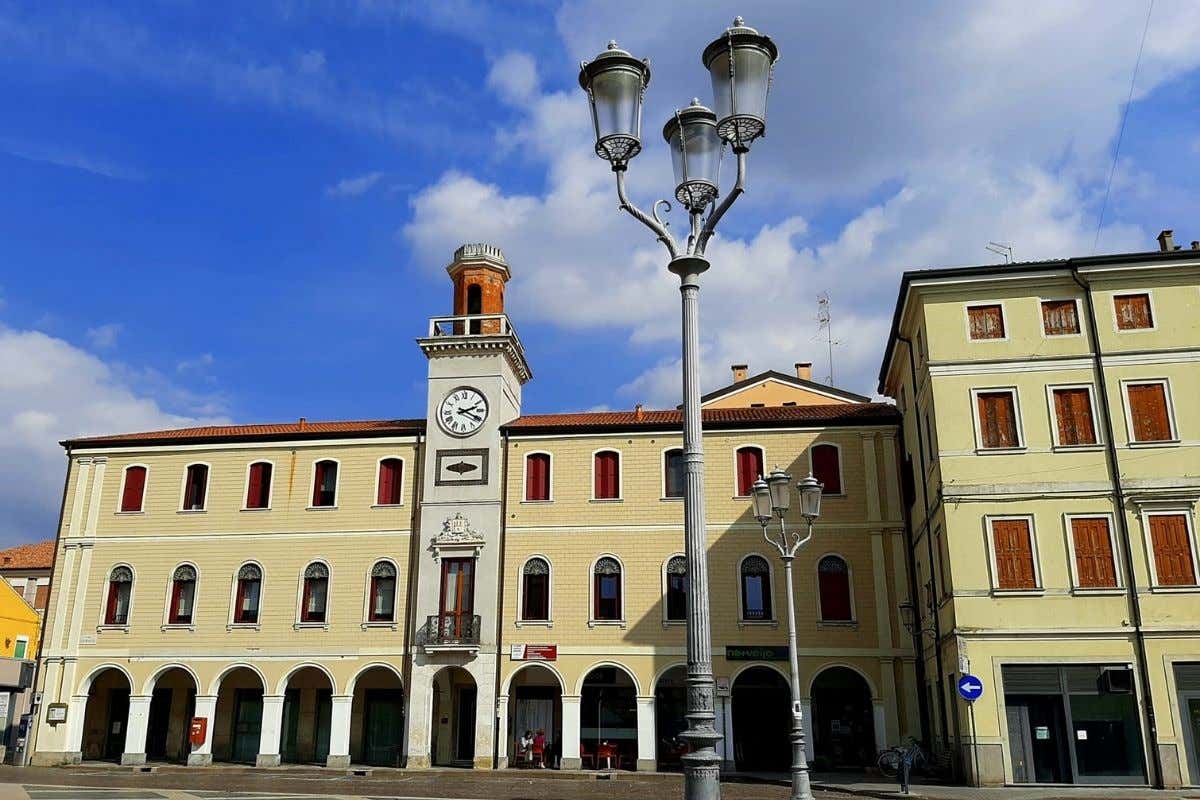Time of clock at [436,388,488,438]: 2:19
